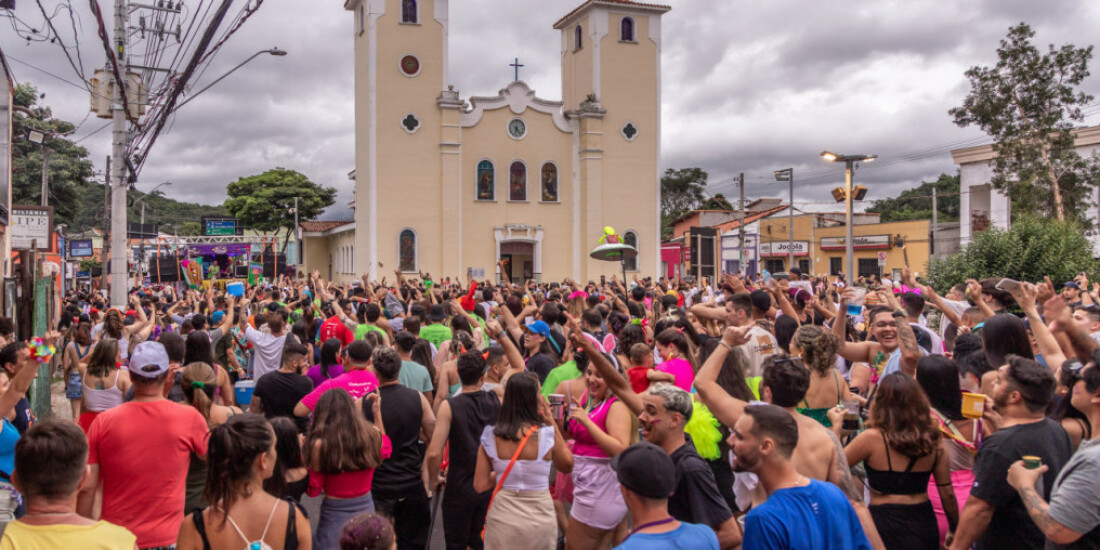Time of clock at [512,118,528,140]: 6:23
